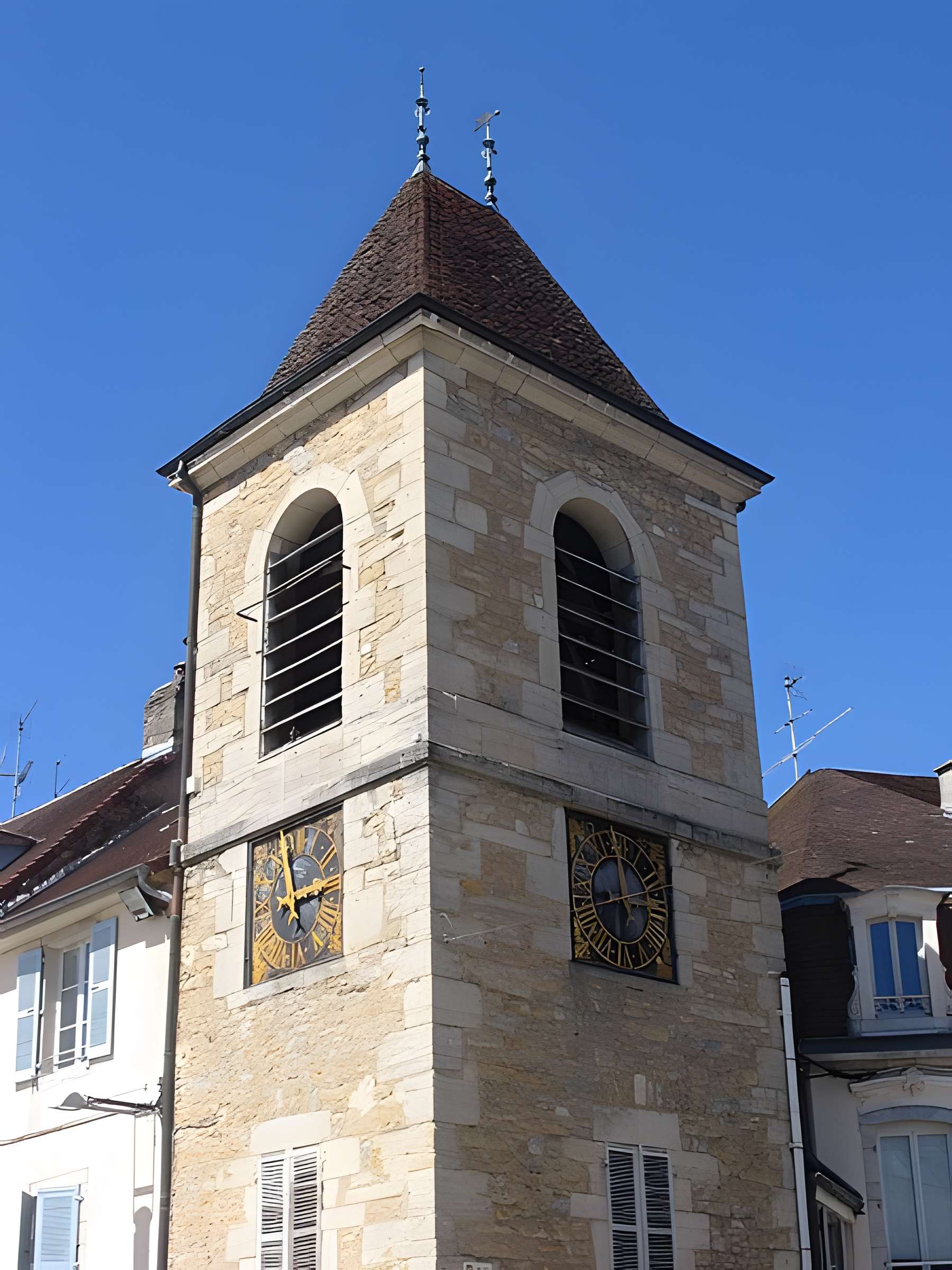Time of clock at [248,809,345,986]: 2:58
